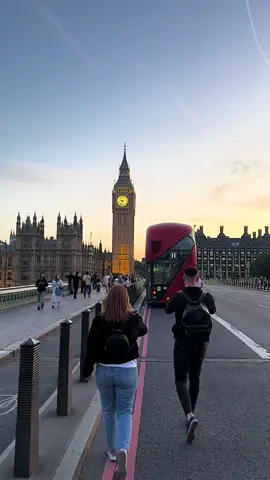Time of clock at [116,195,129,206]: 9:35
